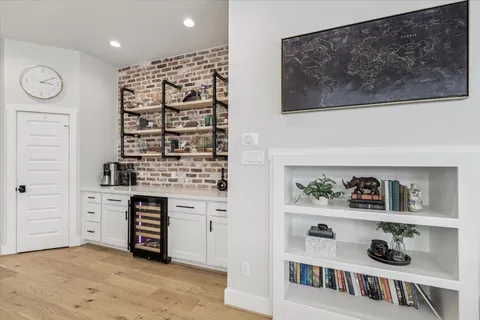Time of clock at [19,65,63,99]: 3:09
